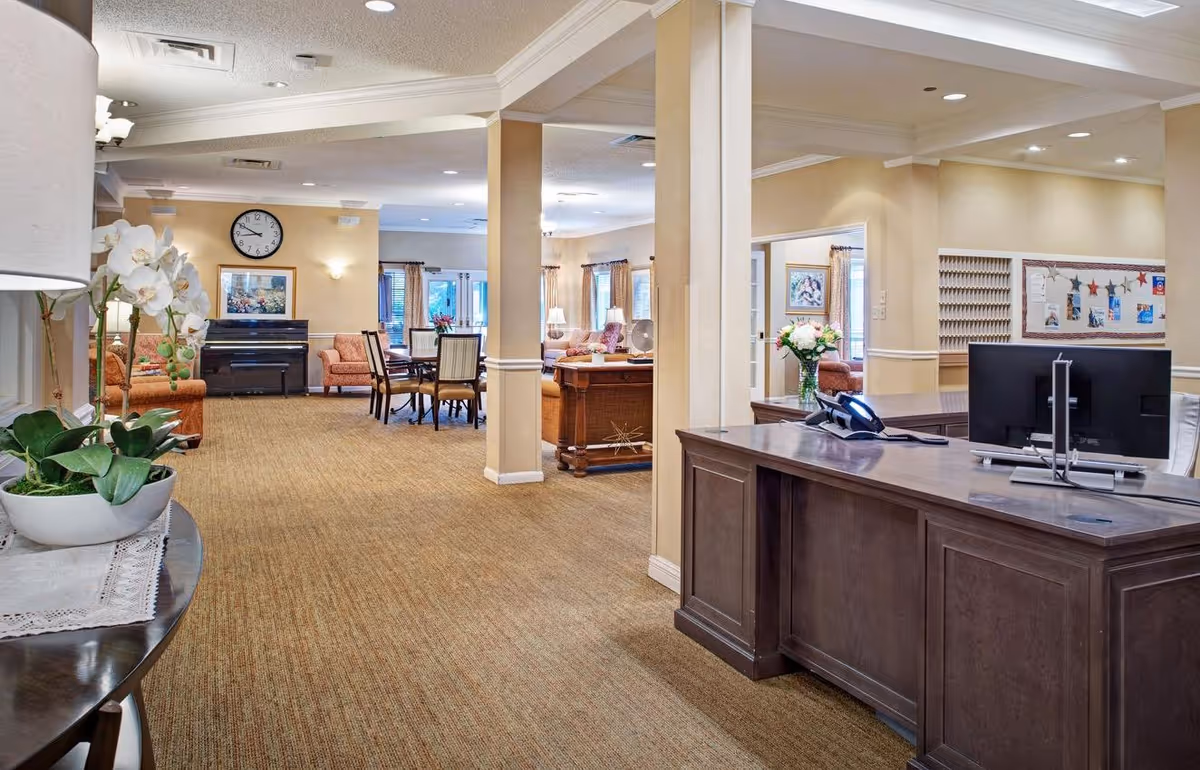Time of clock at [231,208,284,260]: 8:50
